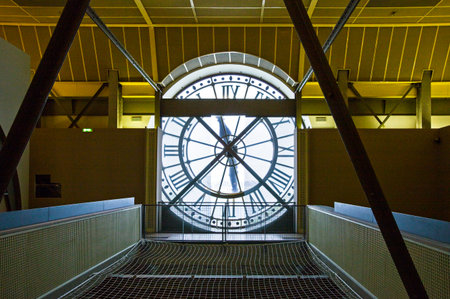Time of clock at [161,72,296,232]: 1:37
